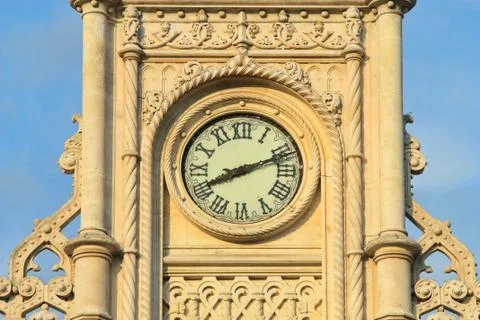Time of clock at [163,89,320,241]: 8:11
